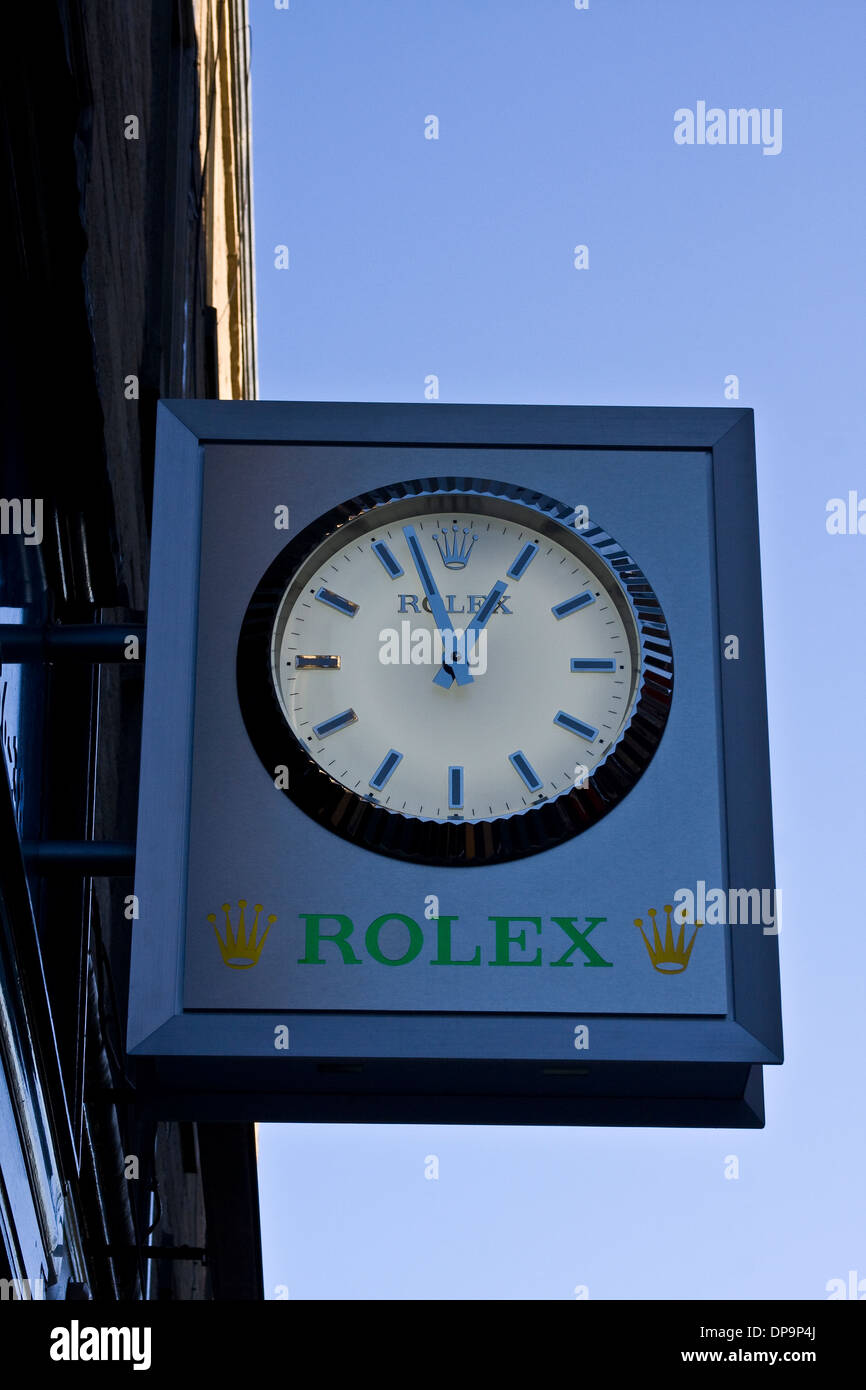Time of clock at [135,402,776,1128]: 12:57
